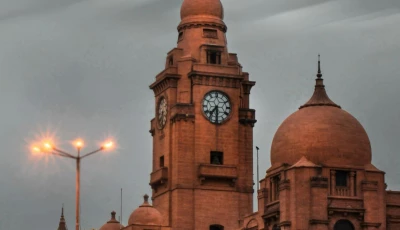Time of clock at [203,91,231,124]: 7:30
